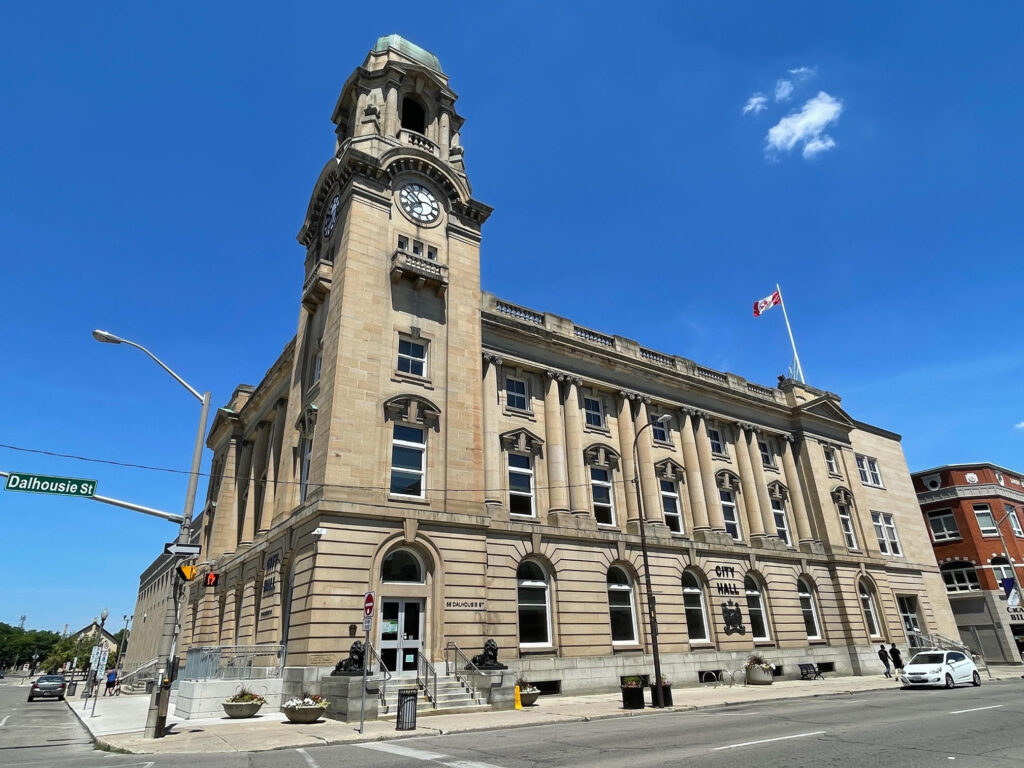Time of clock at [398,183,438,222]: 7:52
